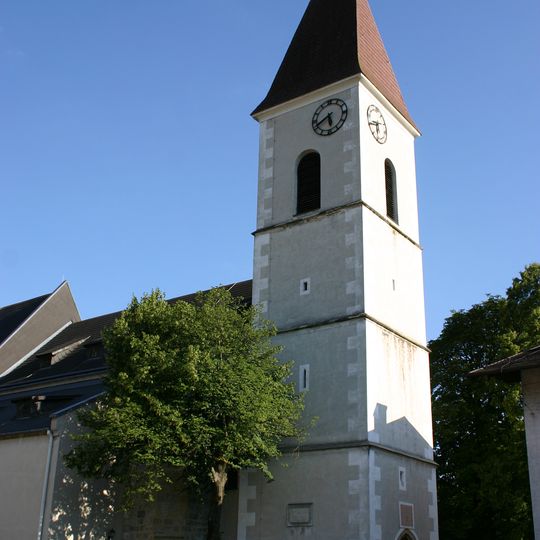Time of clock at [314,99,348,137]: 5:40
